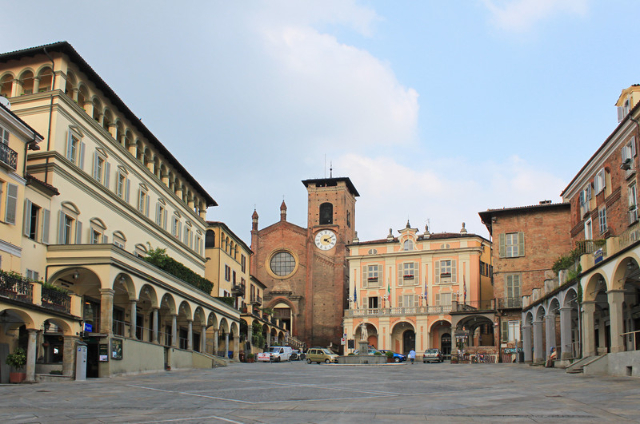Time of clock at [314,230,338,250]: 4:11
